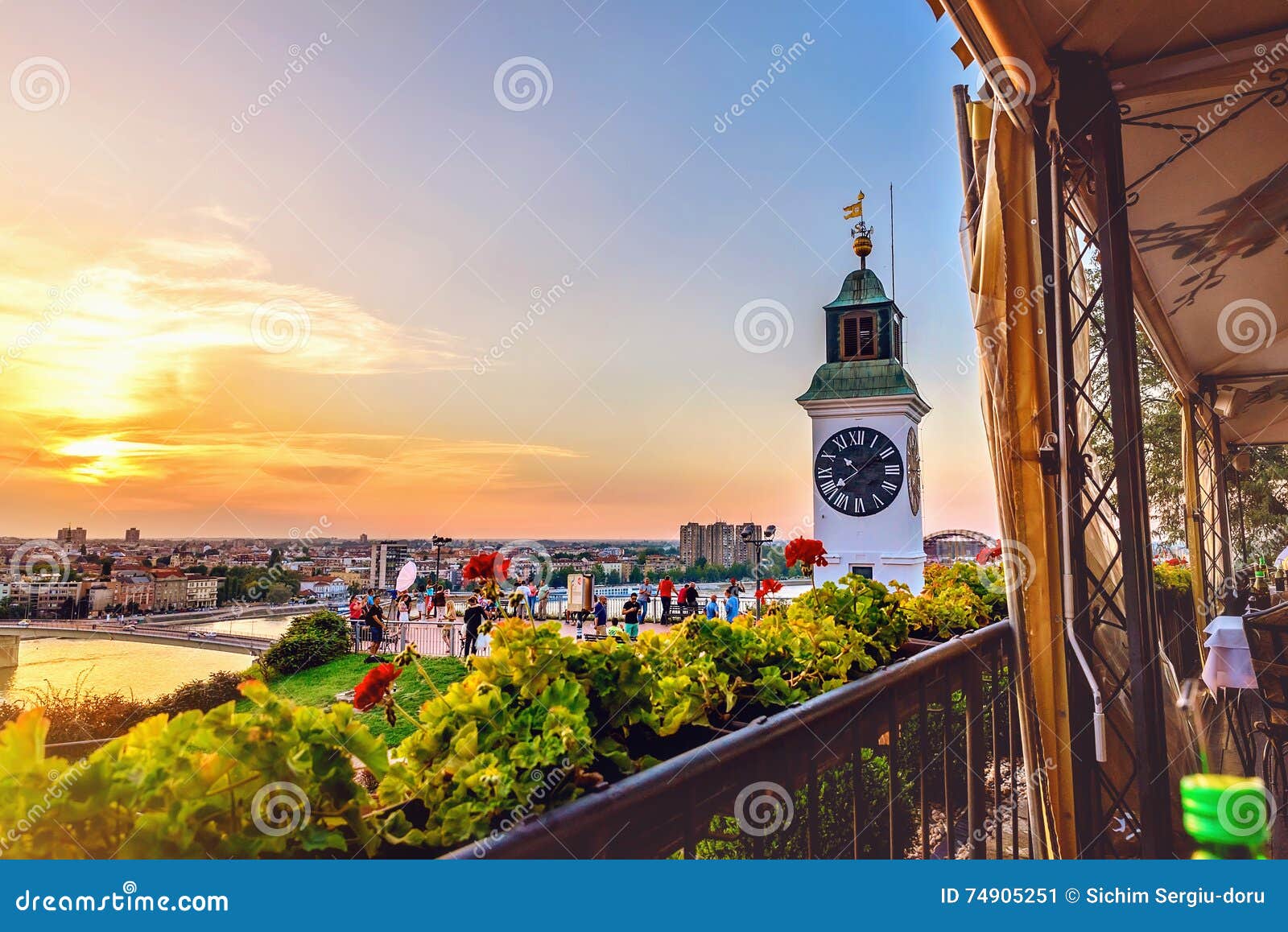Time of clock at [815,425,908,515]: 10:39
